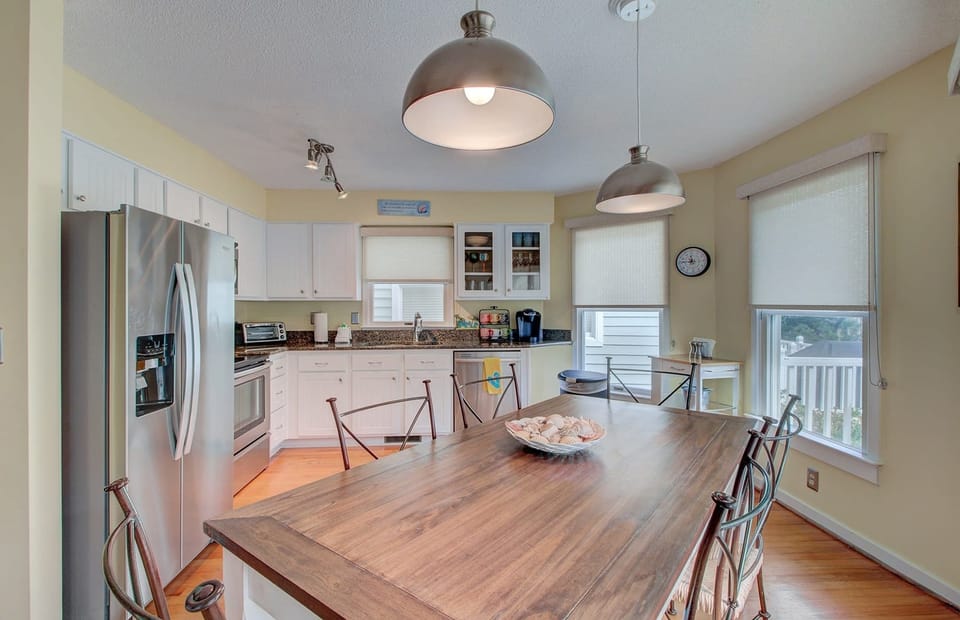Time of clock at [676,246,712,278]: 11:46
